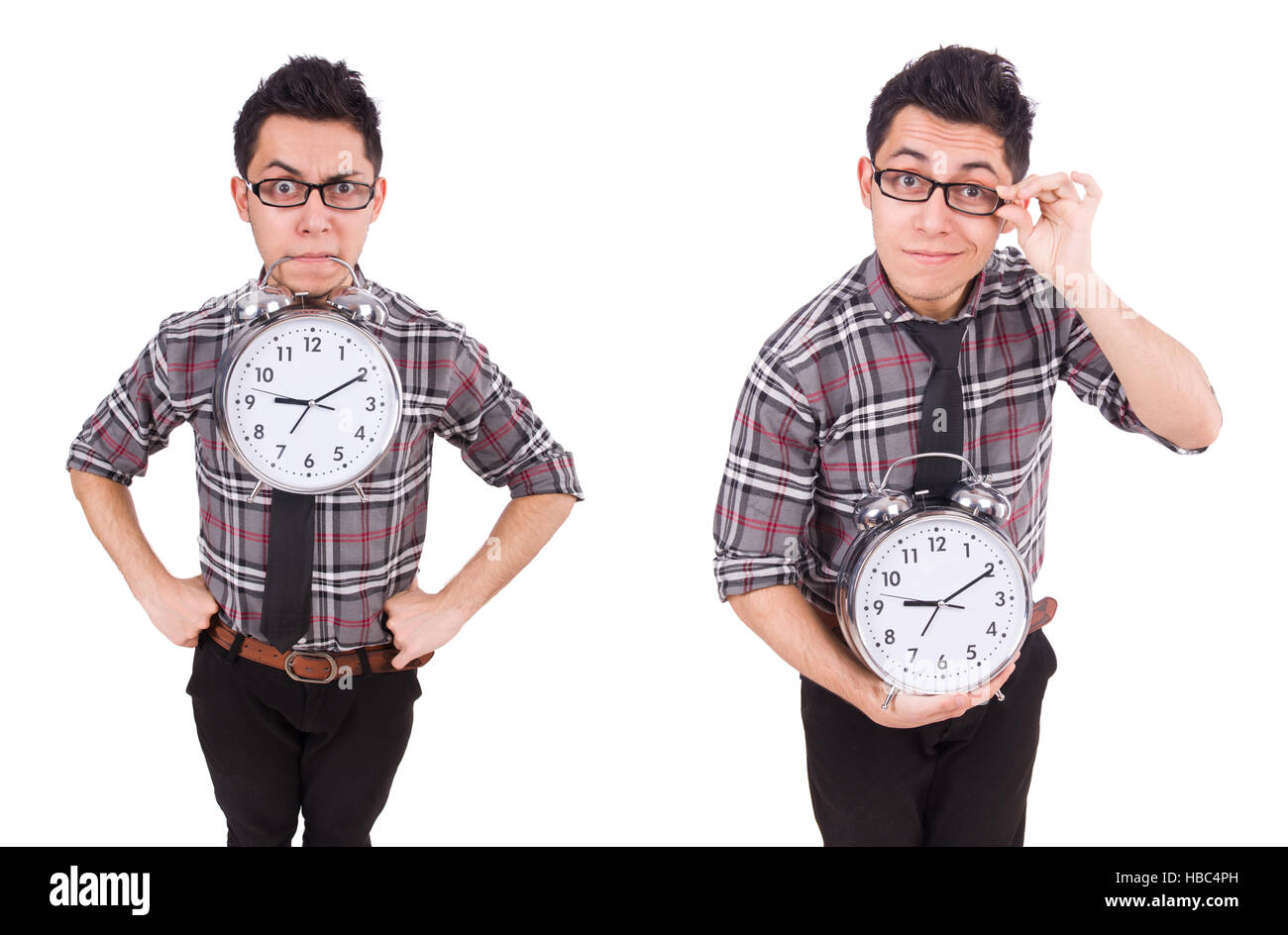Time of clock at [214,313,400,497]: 9:10
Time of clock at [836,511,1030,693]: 9:10
